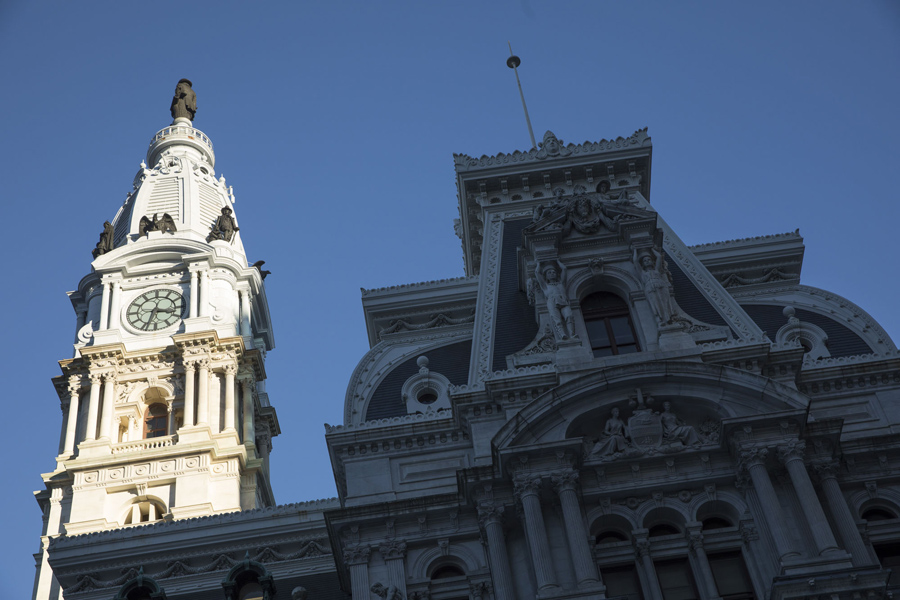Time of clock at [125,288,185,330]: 3:33
